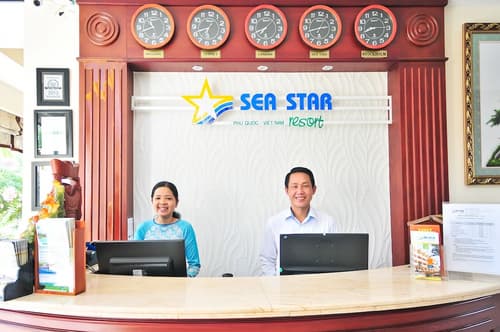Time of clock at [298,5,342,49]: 2:42
